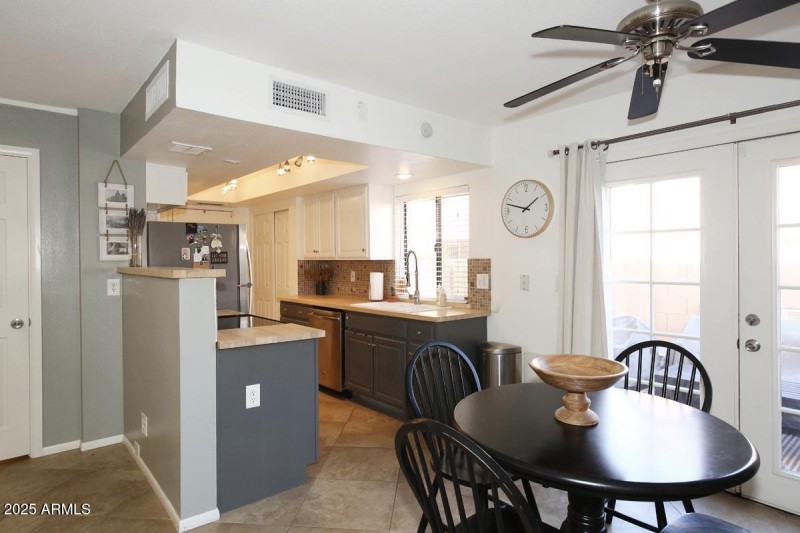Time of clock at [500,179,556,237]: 1:47
